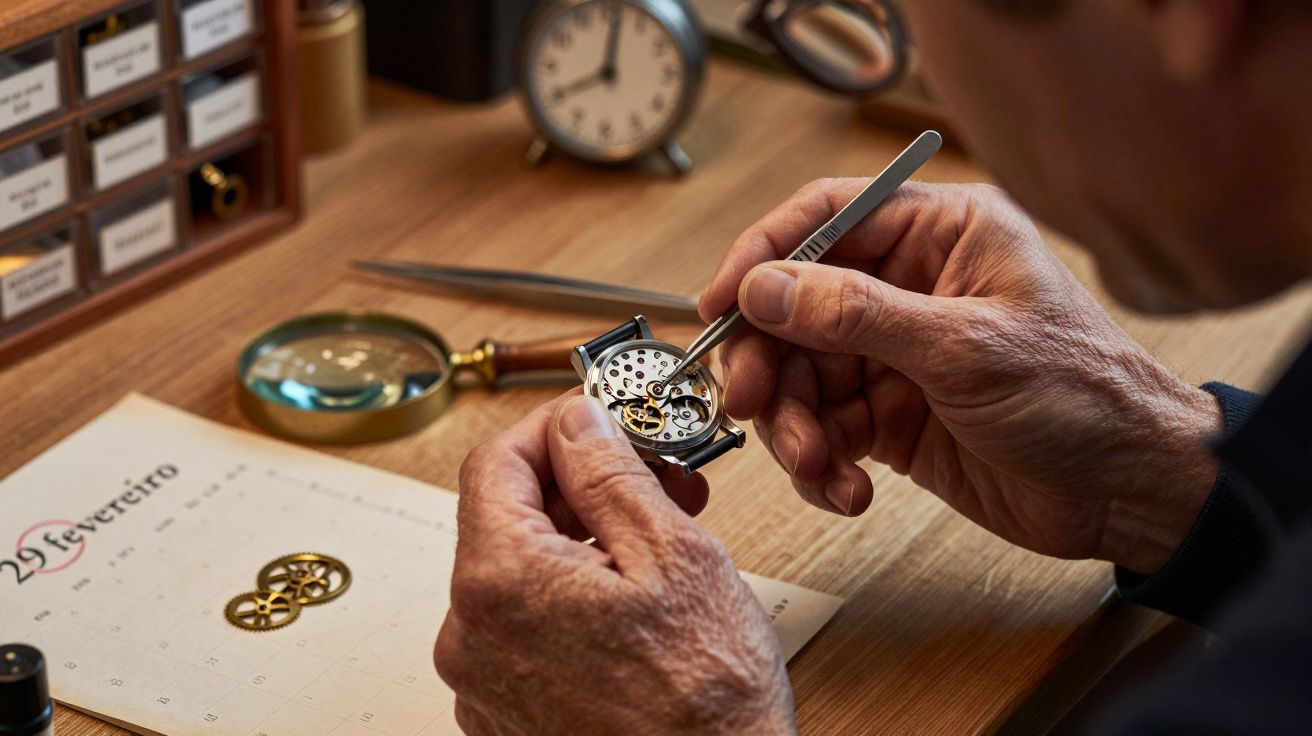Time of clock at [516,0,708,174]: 8:01
